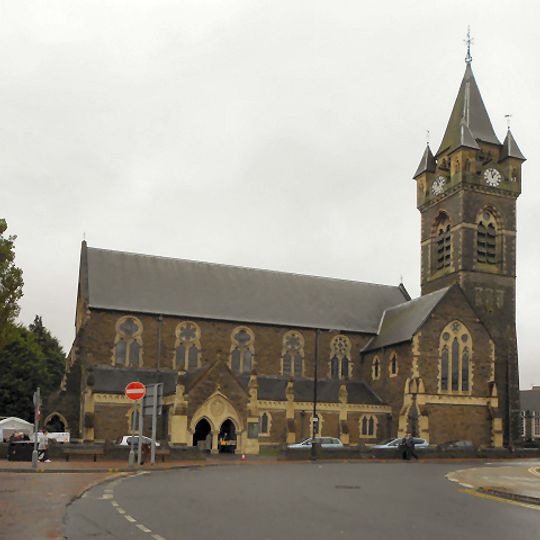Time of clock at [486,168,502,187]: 12:57
